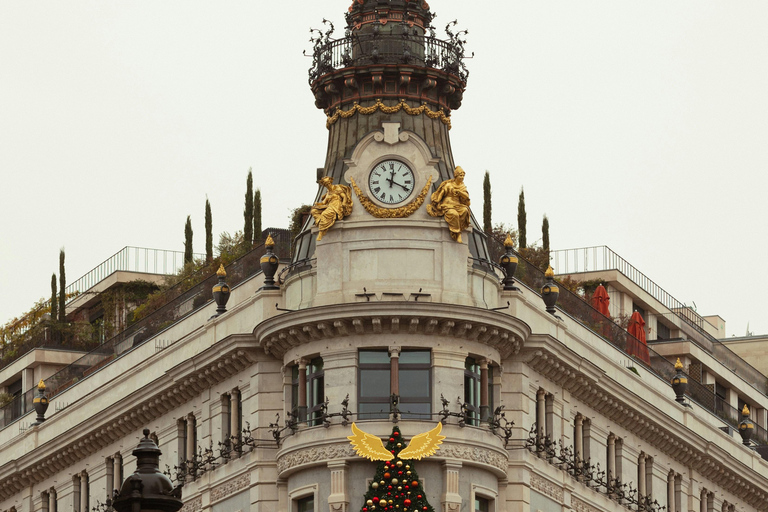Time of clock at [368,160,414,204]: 12:19
